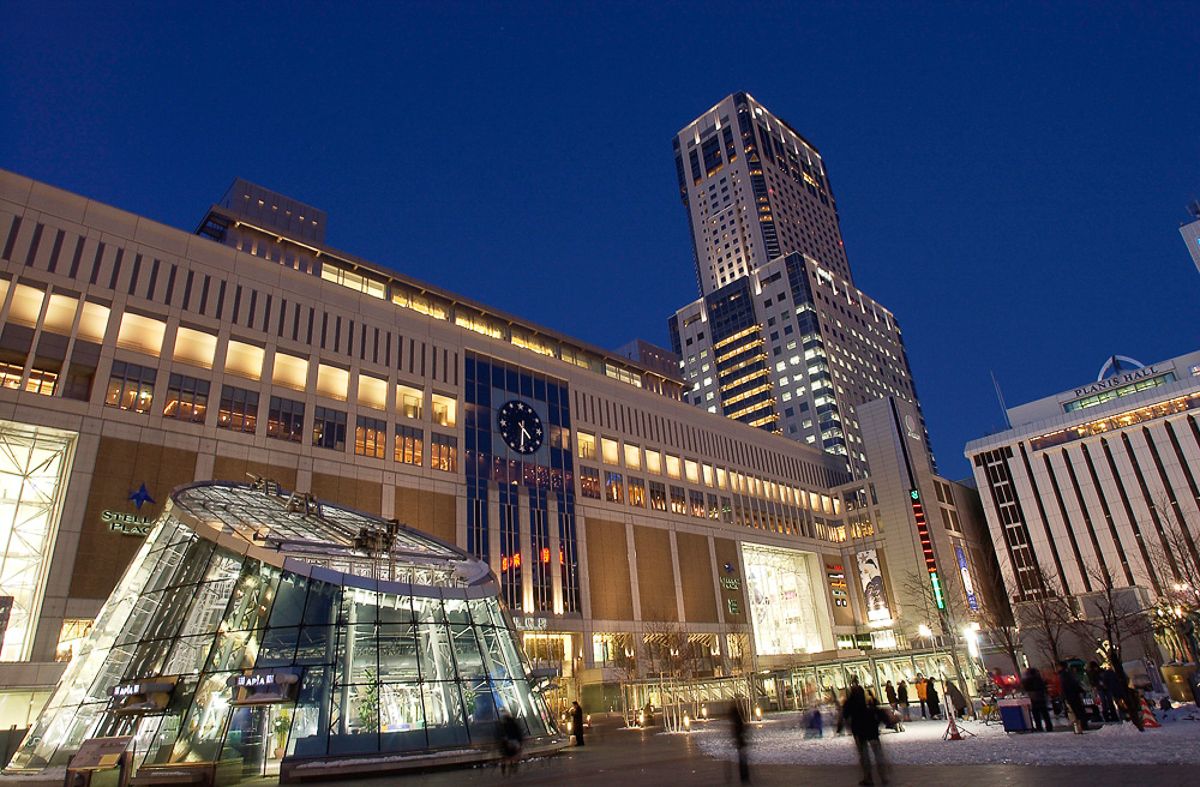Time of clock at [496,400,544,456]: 4:30
